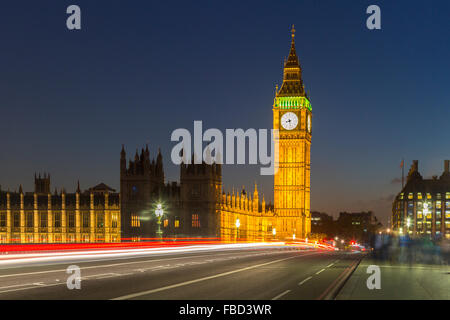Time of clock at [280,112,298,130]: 8:27
